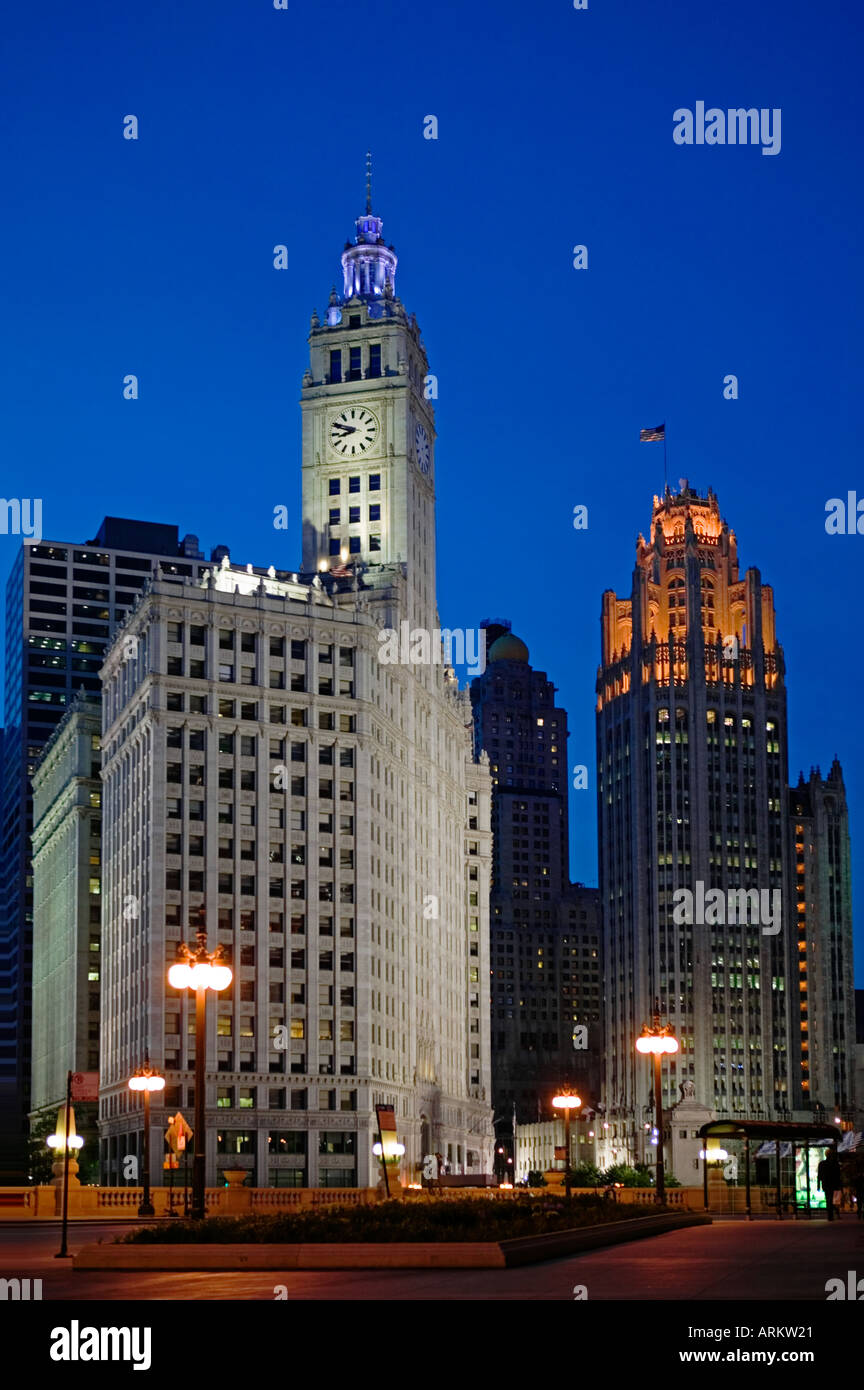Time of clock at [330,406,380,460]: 8:49
